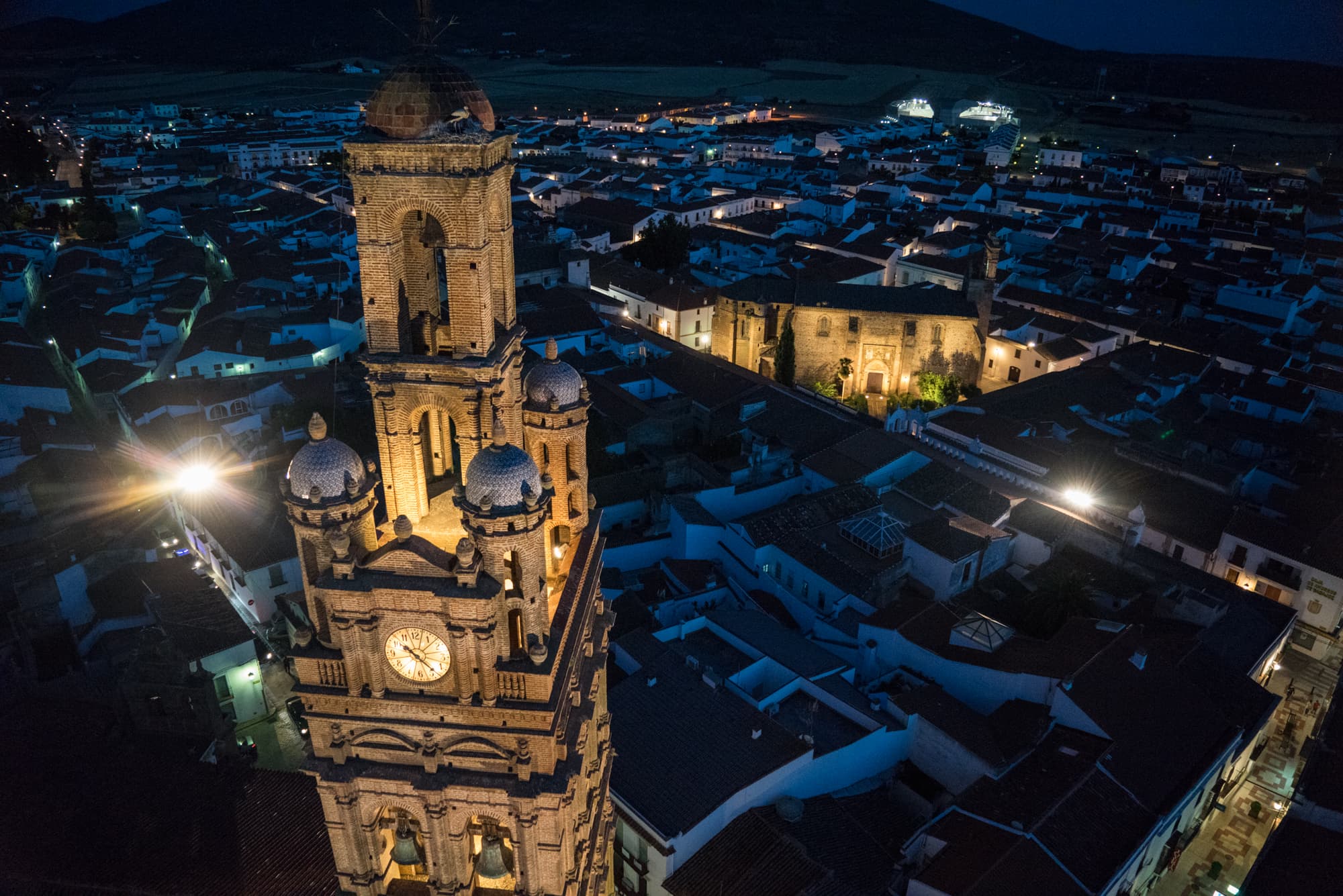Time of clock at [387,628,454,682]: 10:22
